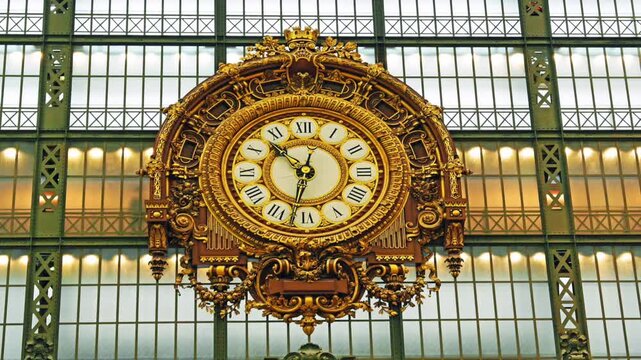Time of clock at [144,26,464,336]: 10:32
